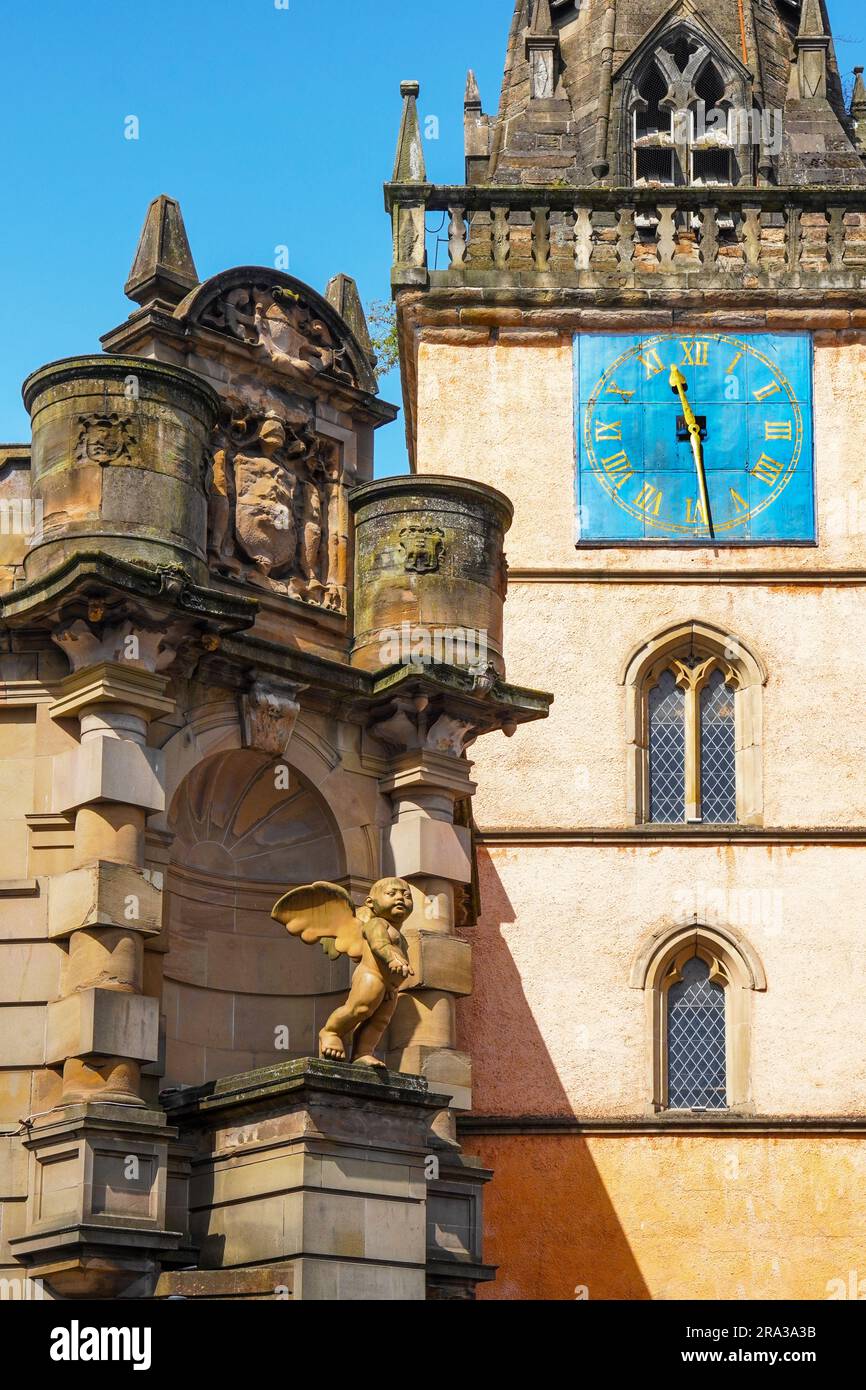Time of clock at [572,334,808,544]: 11:28
